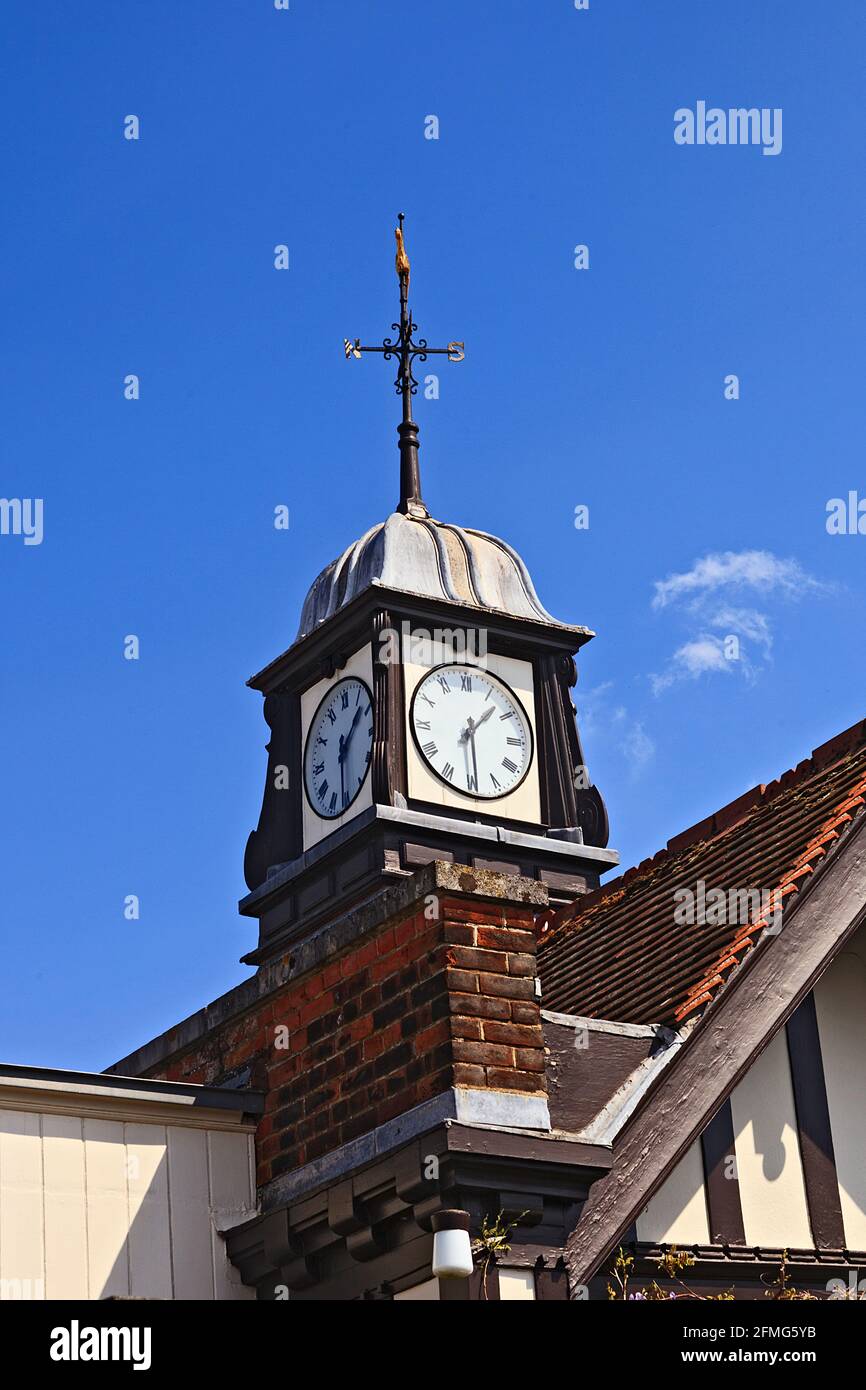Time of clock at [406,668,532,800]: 1:29
